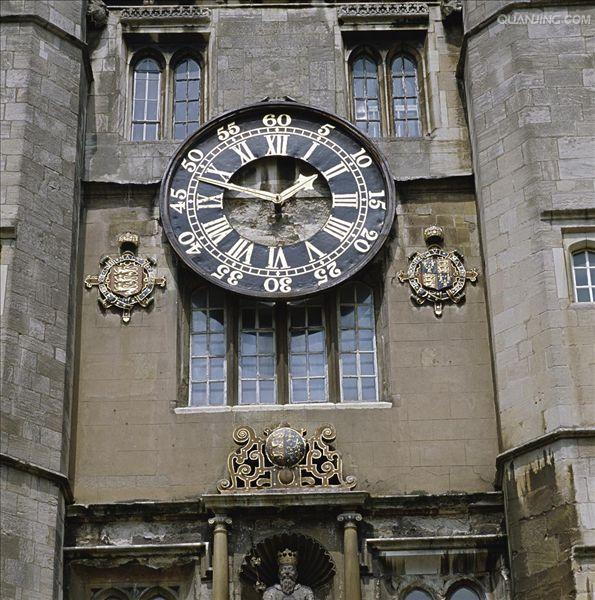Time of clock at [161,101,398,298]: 1:47
